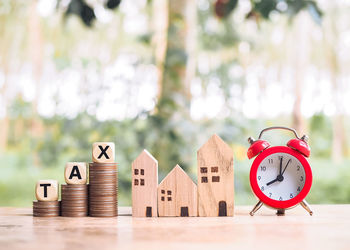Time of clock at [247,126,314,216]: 8:01
